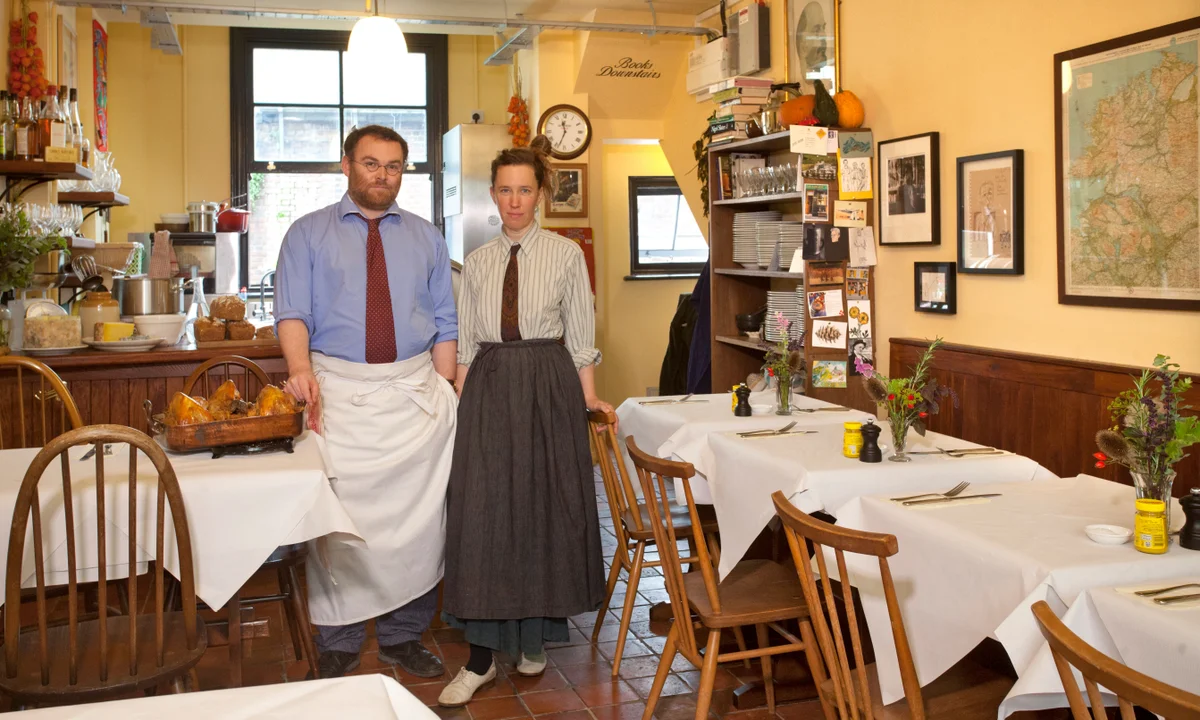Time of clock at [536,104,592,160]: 11:33
